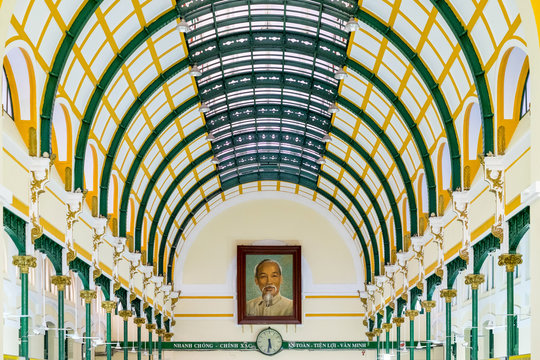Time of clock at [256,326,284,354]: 5:31
